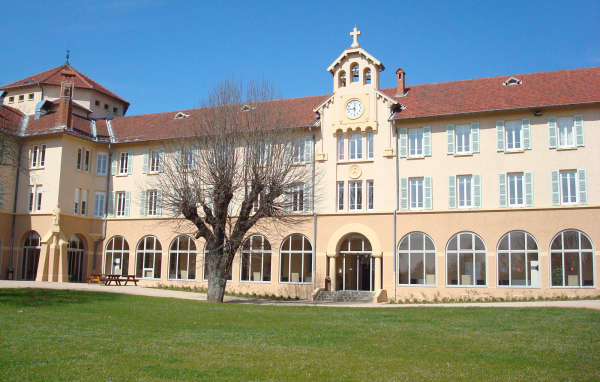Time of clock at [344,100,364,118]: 9:01
